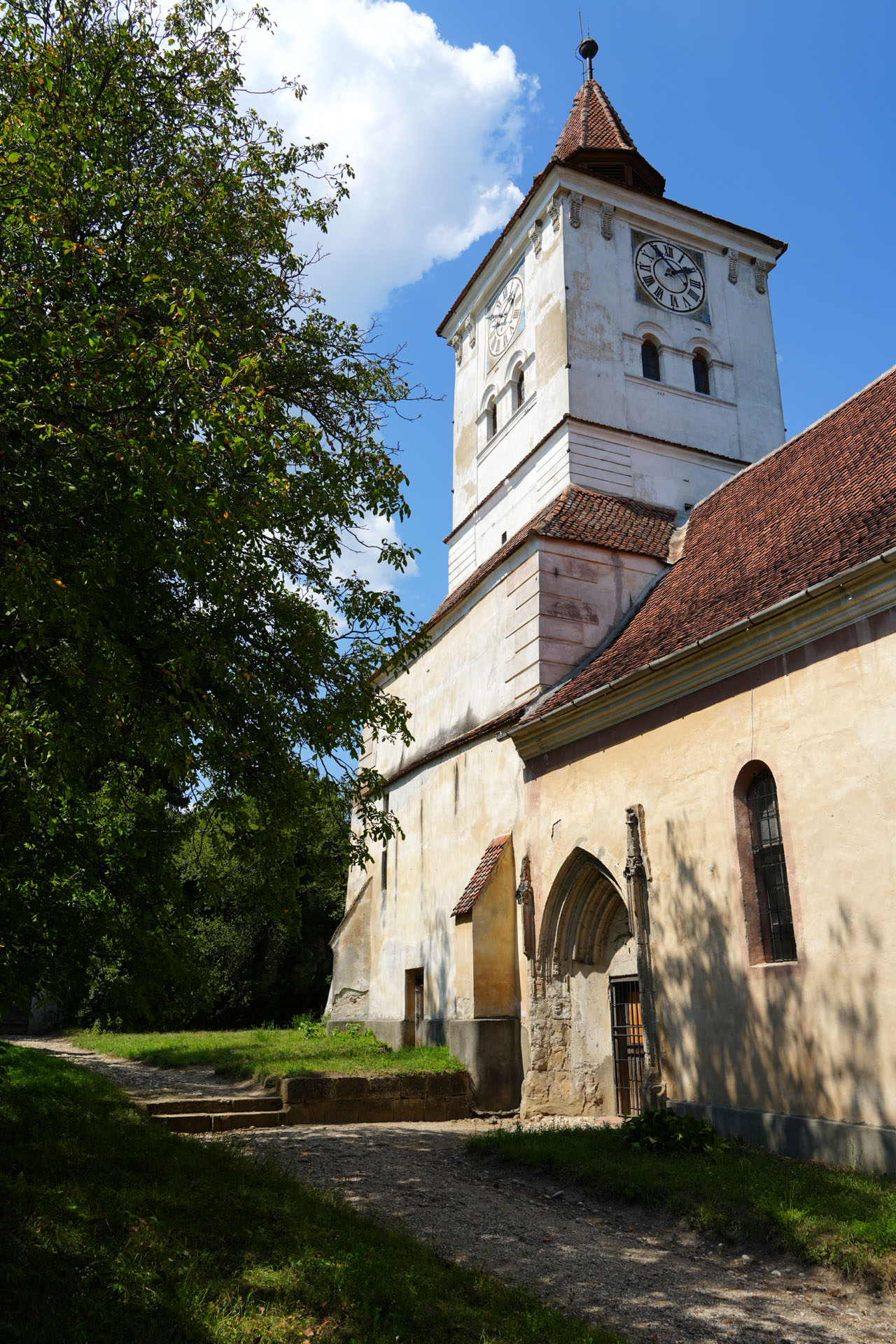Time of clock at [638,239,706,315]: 1:54
